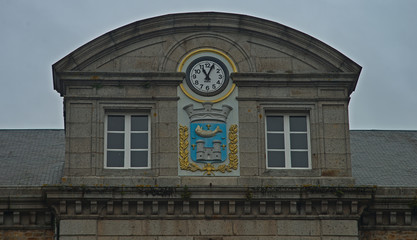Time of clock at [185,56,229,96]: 11:04
